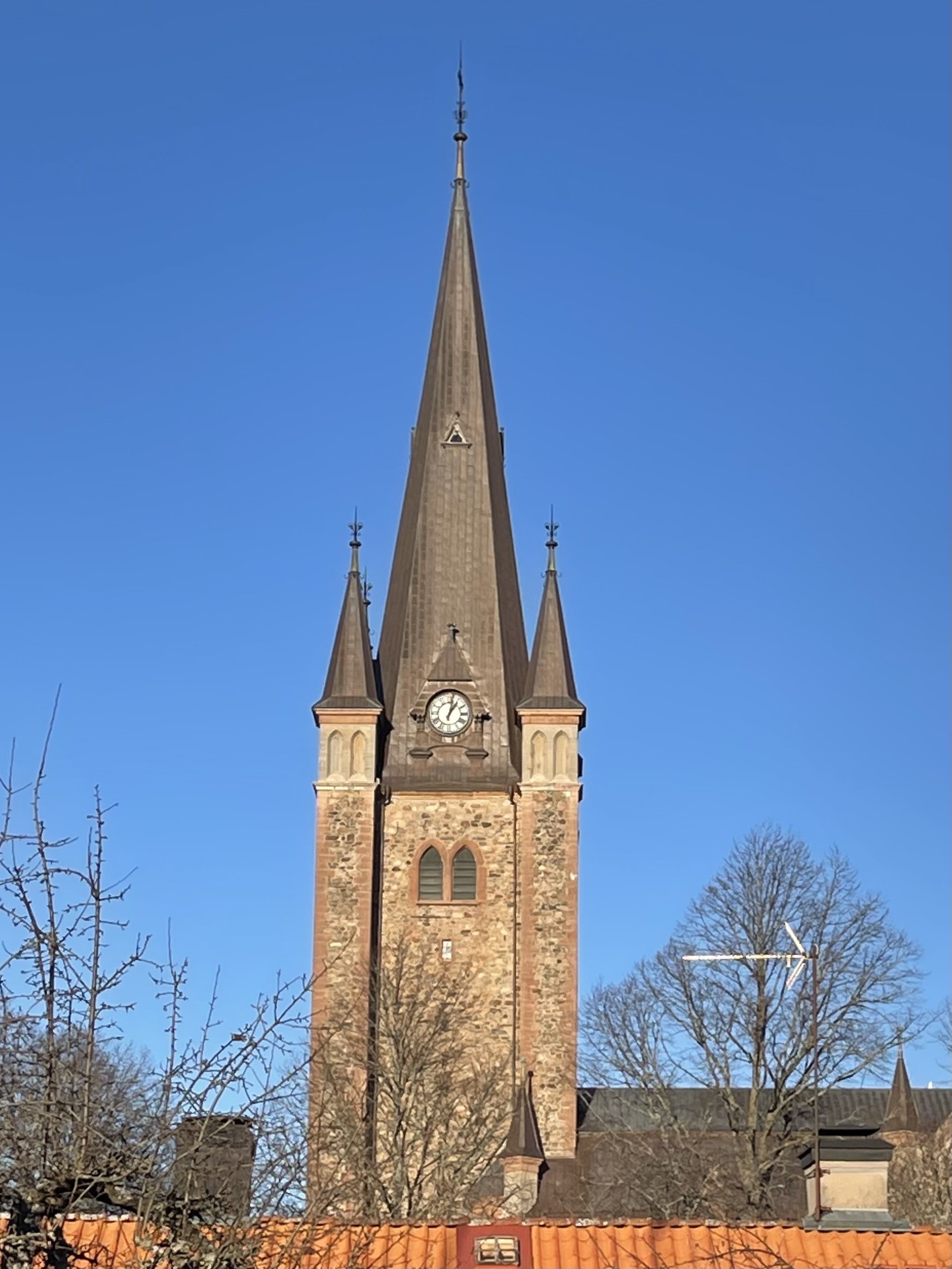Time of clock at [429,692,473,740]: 1:02
